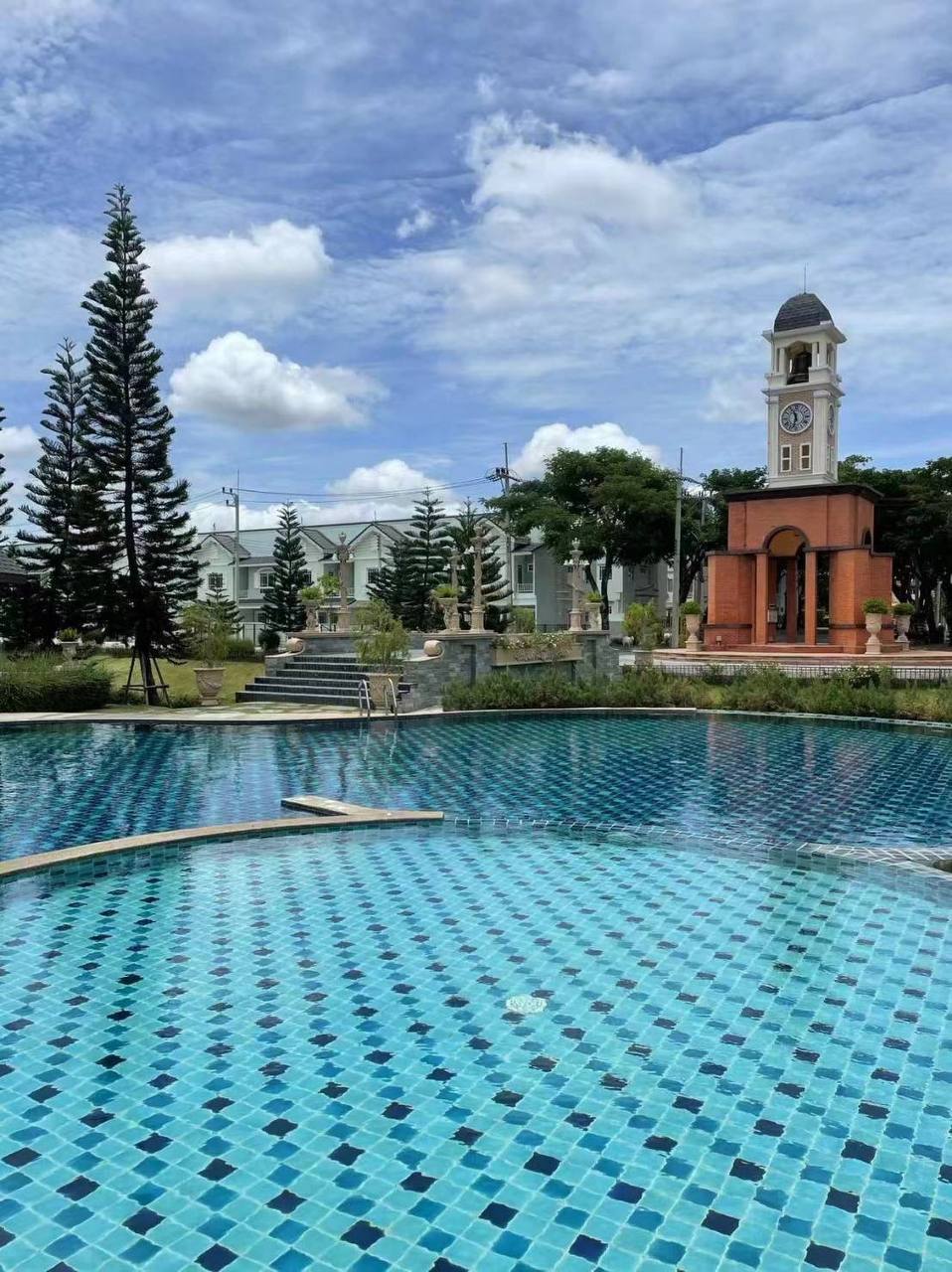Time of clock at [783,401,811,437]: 11:32
